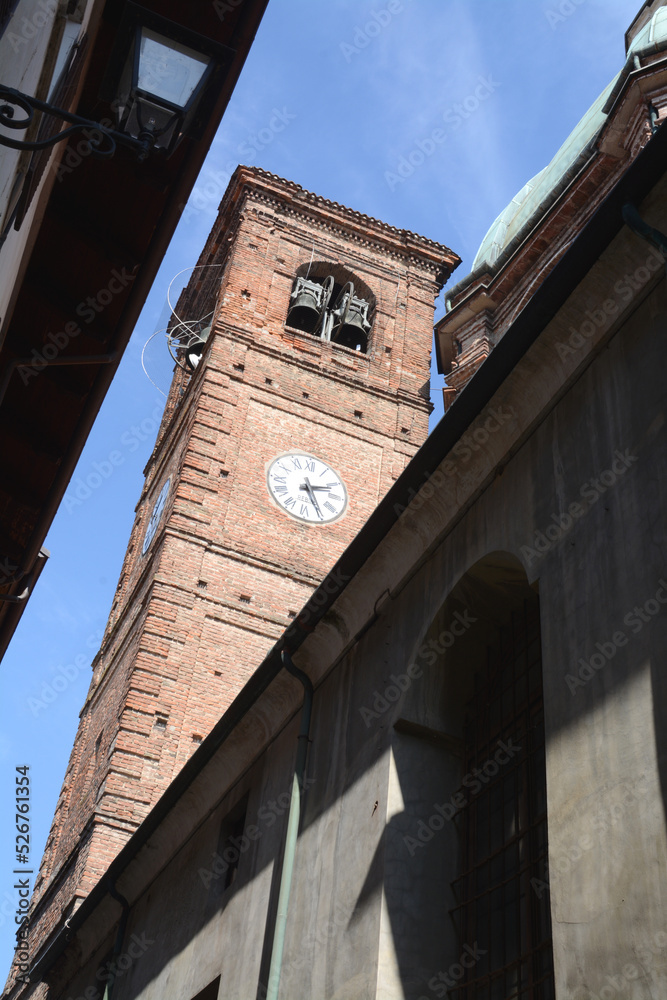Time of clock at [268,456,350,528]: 2:25
